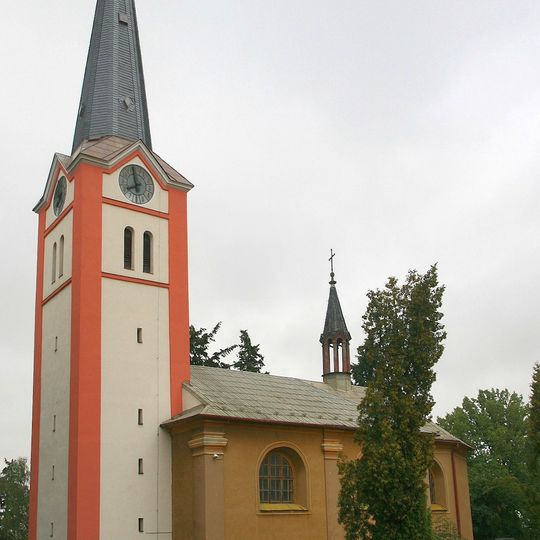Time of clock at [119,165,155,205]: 7:59
